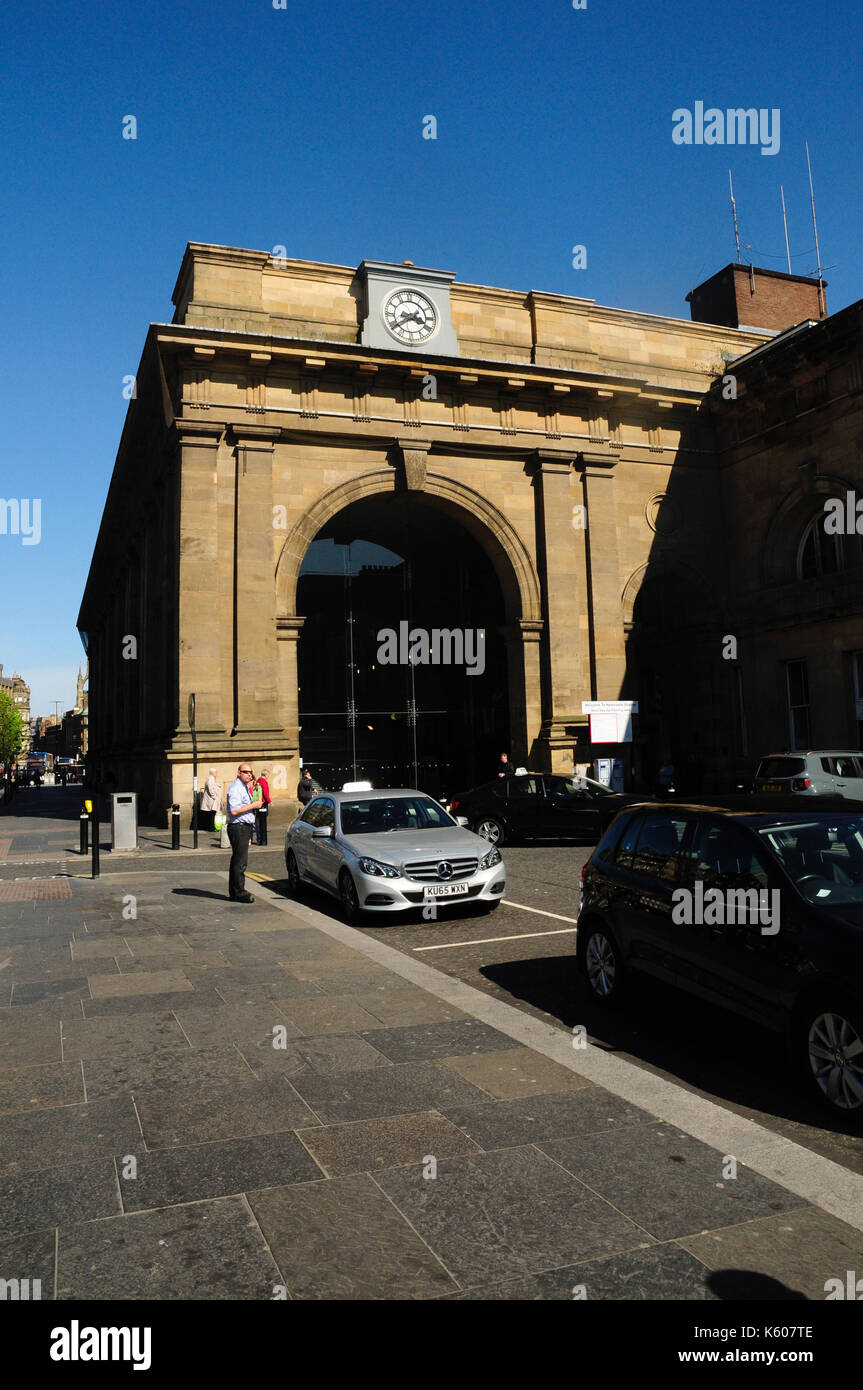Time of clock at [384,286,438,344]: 3:39
